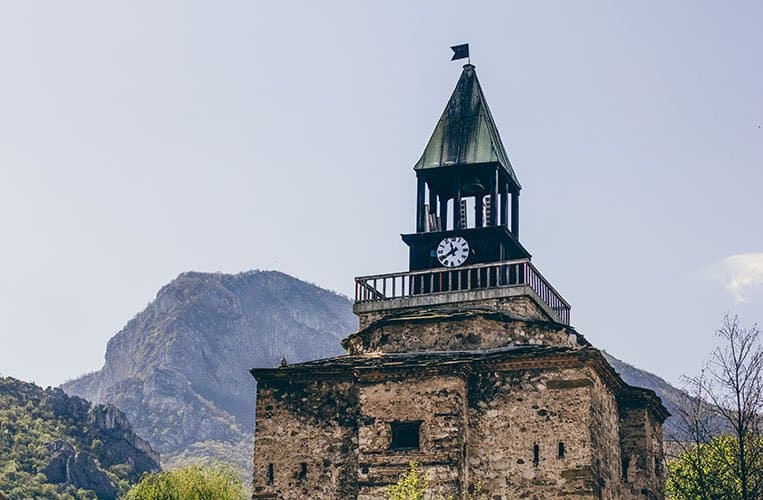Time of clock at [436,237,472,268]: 11:38
